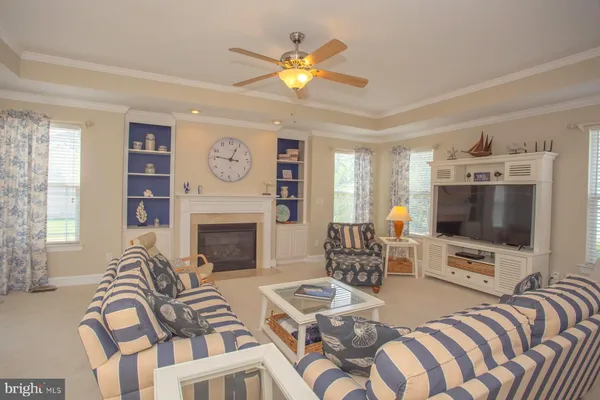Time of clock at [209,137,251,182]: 12:46
